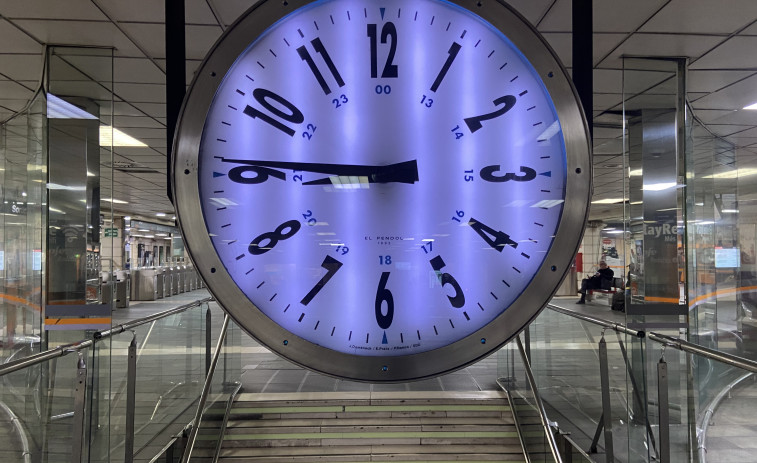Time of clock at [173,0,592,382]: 8:45
